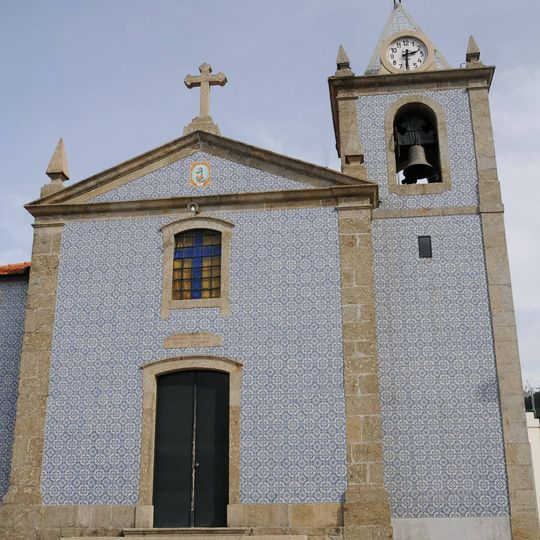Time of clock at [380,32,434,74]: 2:30
